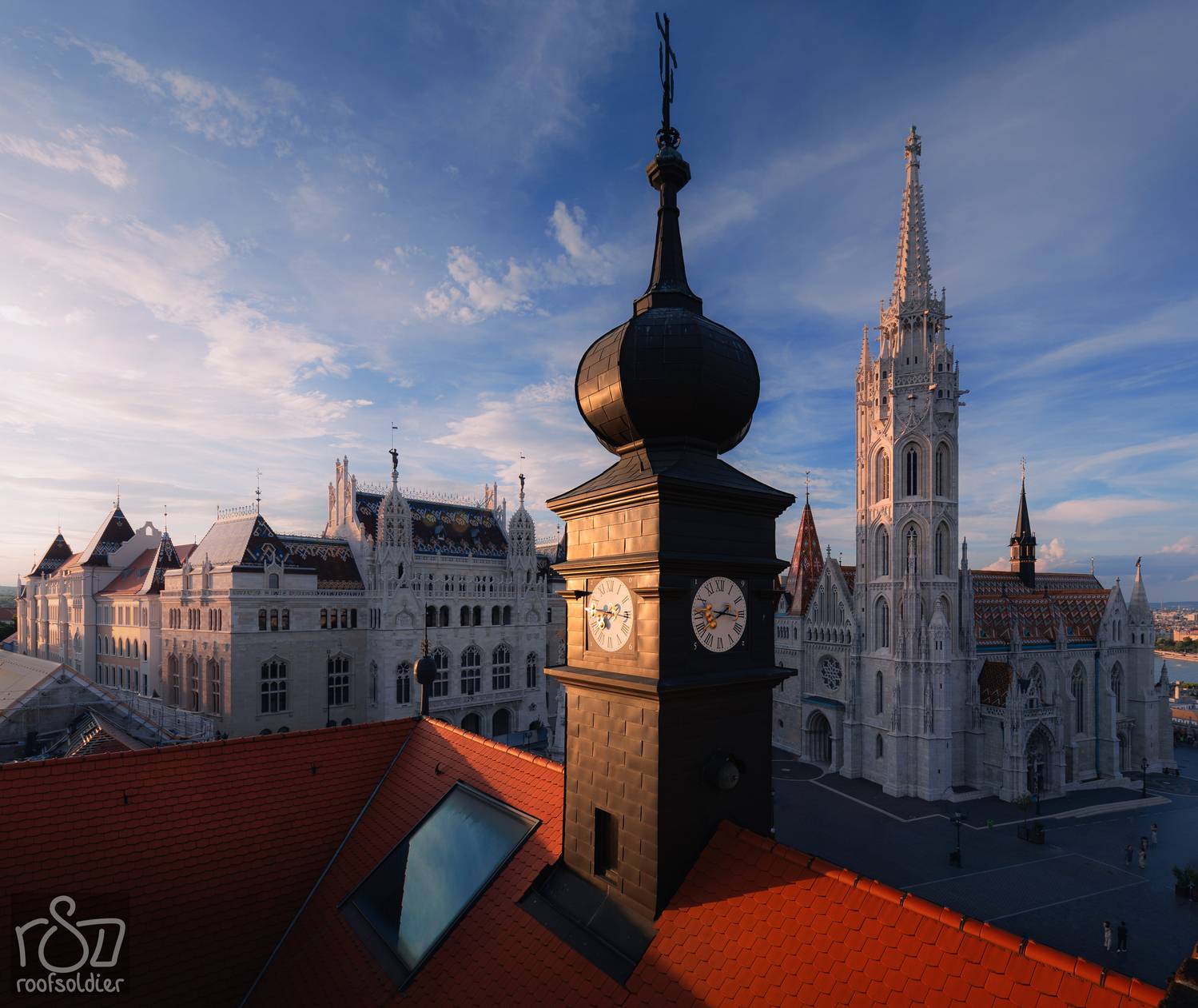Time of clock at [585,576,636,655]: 7:15
